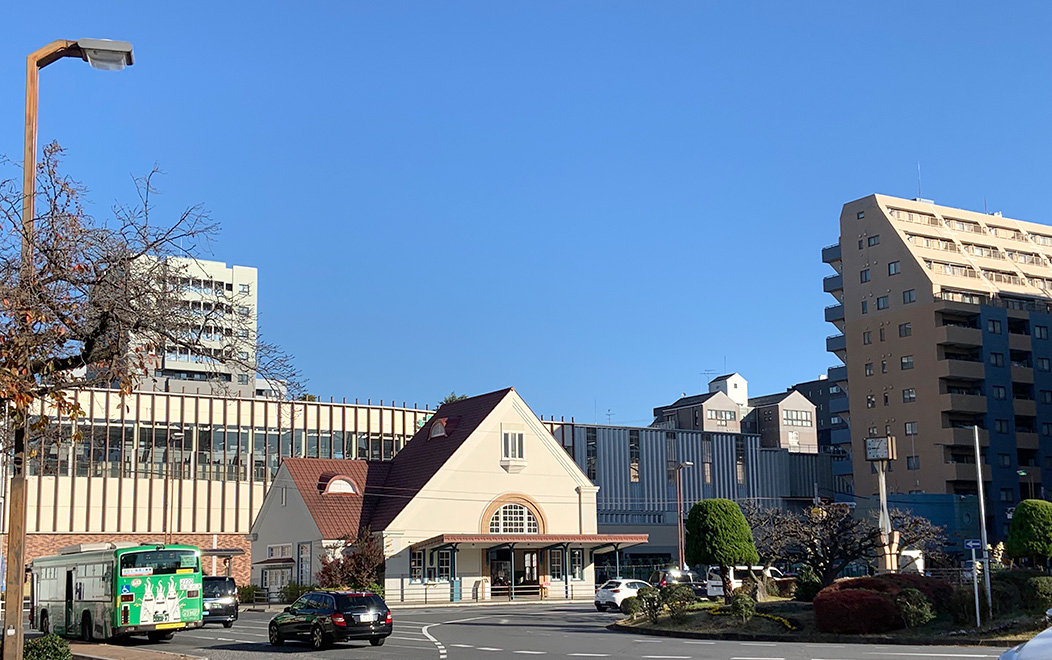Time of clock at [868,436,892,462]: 9:04
